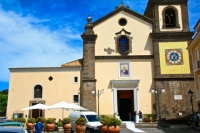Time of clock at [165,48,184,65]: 6:06
